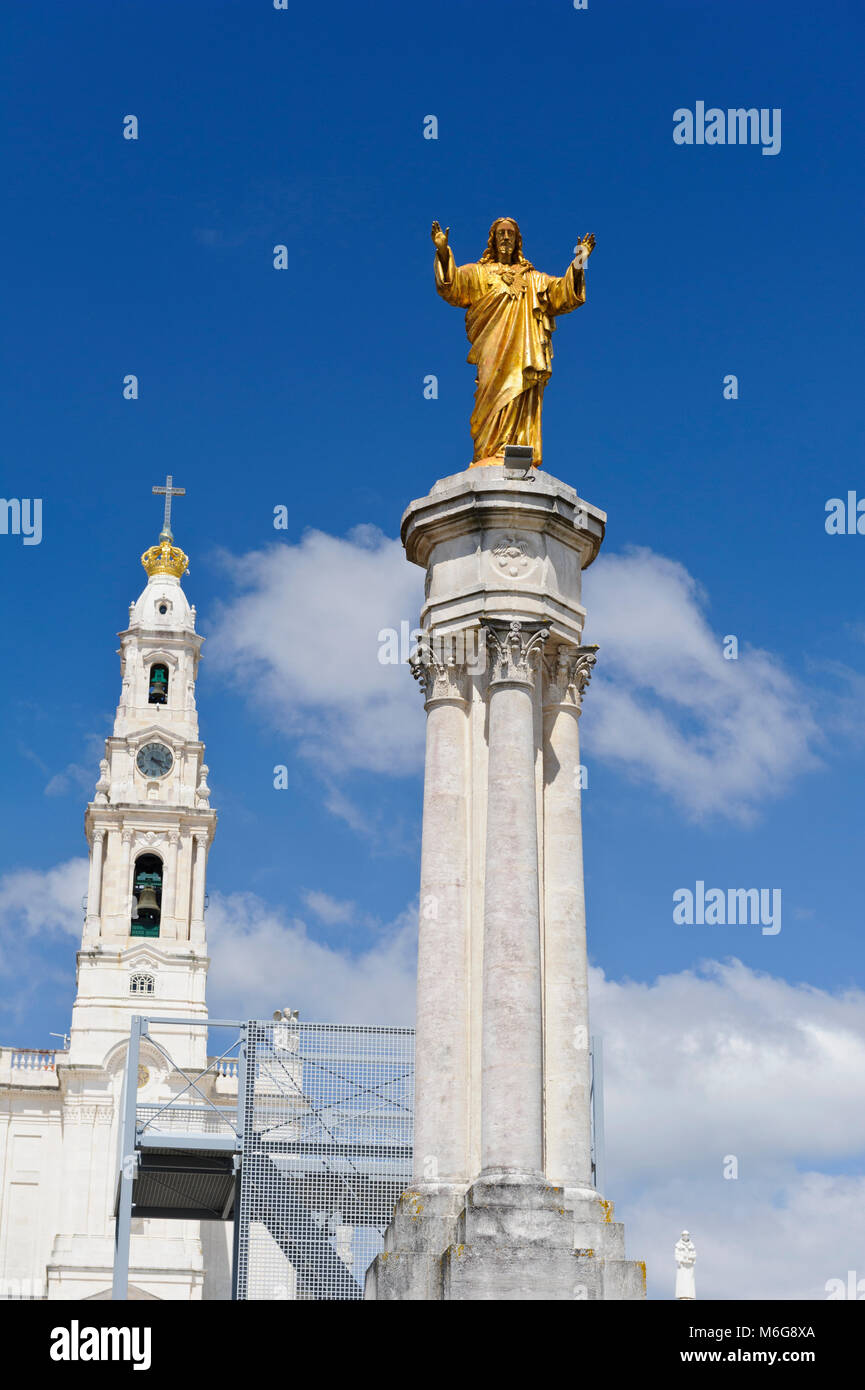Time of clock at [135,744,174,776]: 3:21
